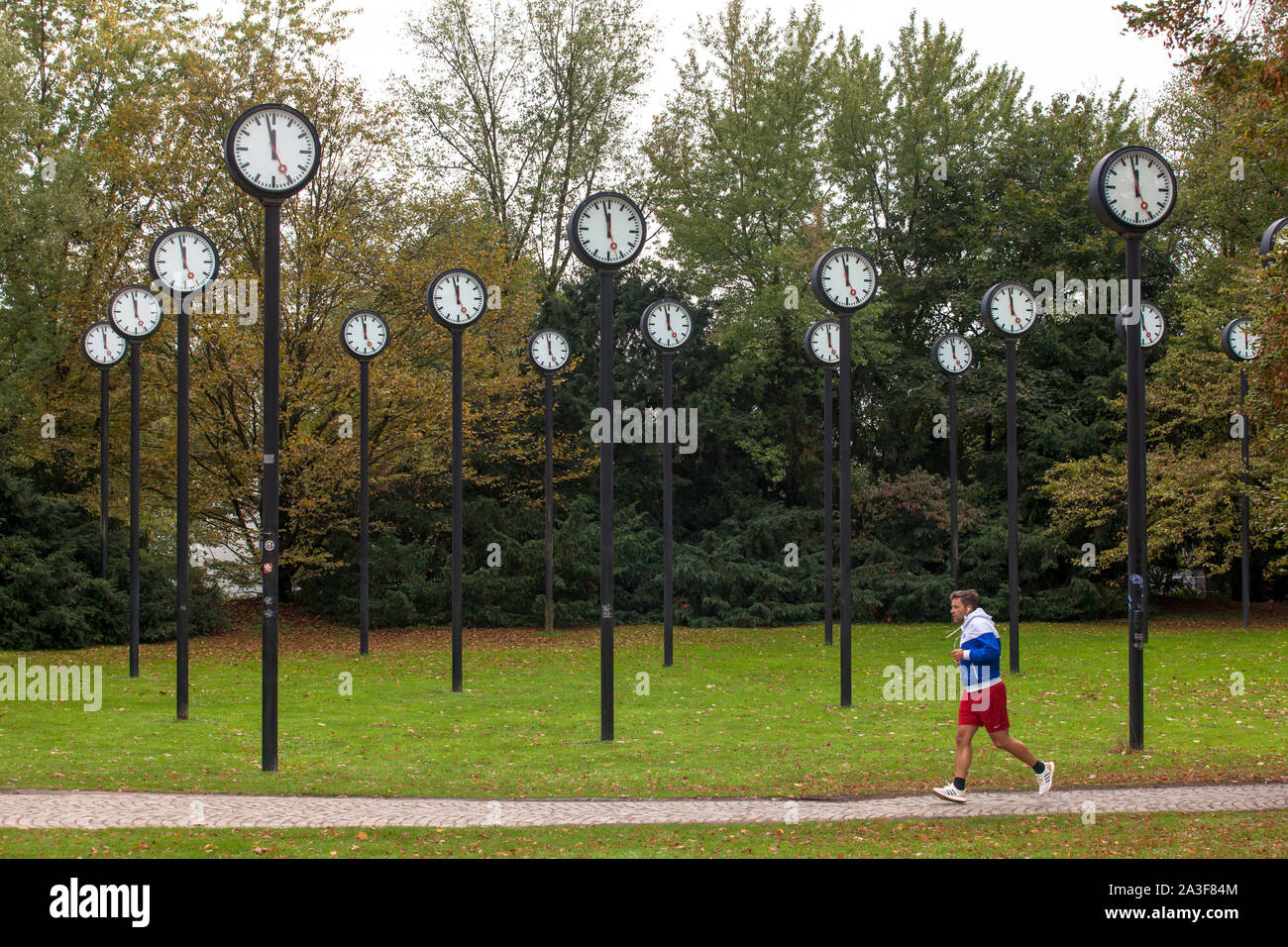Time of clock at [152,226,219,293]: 11:58
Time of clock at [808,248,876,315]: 11:57
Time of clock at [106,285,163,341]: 11:58
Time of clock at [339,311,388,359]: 11:58
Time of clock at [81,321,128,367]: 11:58
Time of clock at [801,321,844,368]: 11:58
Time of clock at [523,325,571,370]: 11:58
